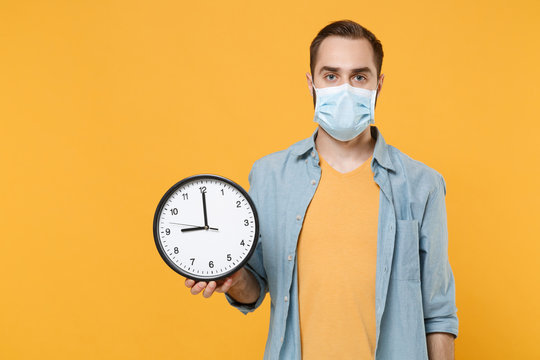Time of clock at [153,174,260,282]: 8:59
